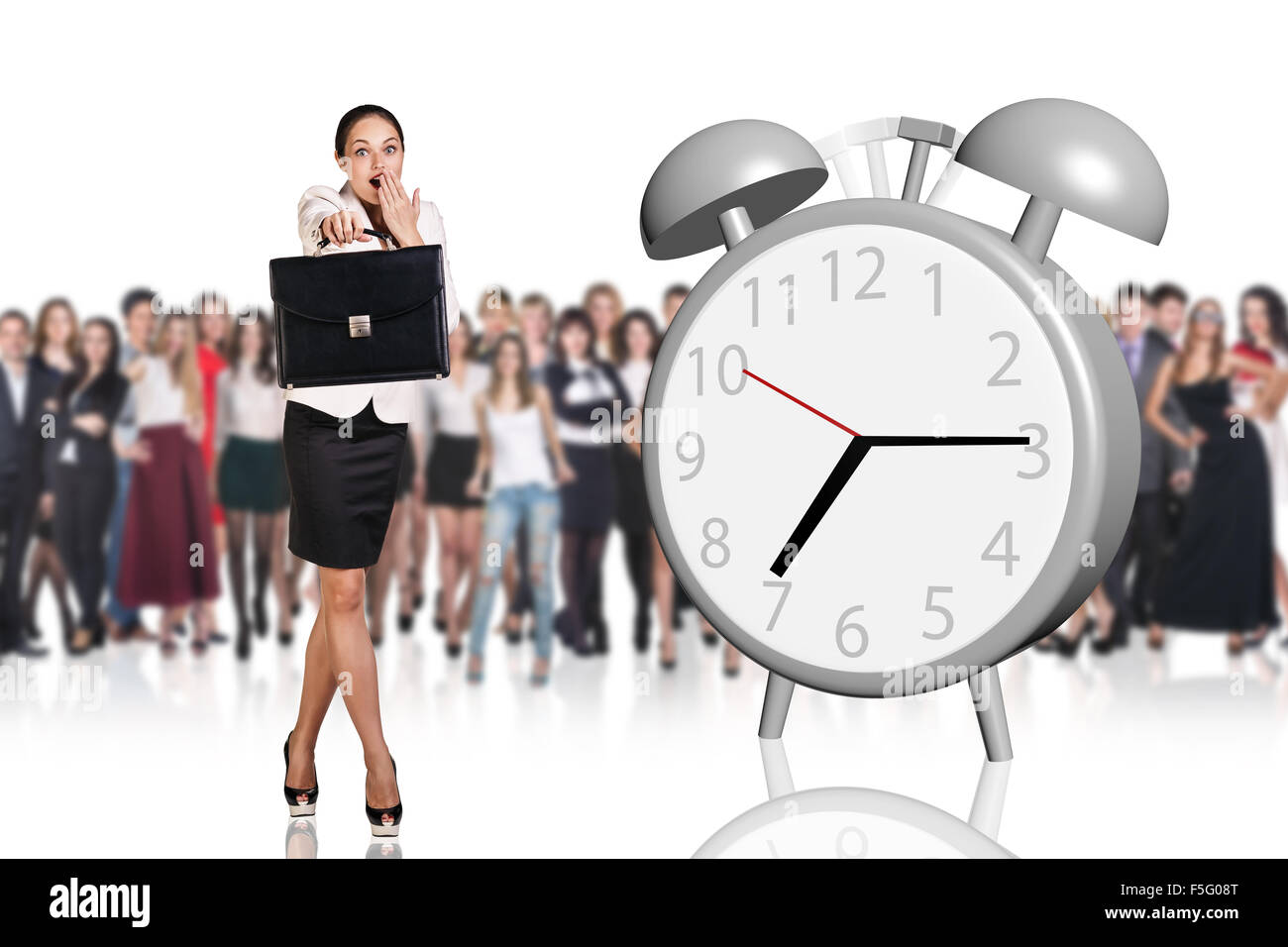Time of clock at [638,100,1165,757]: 7:15
